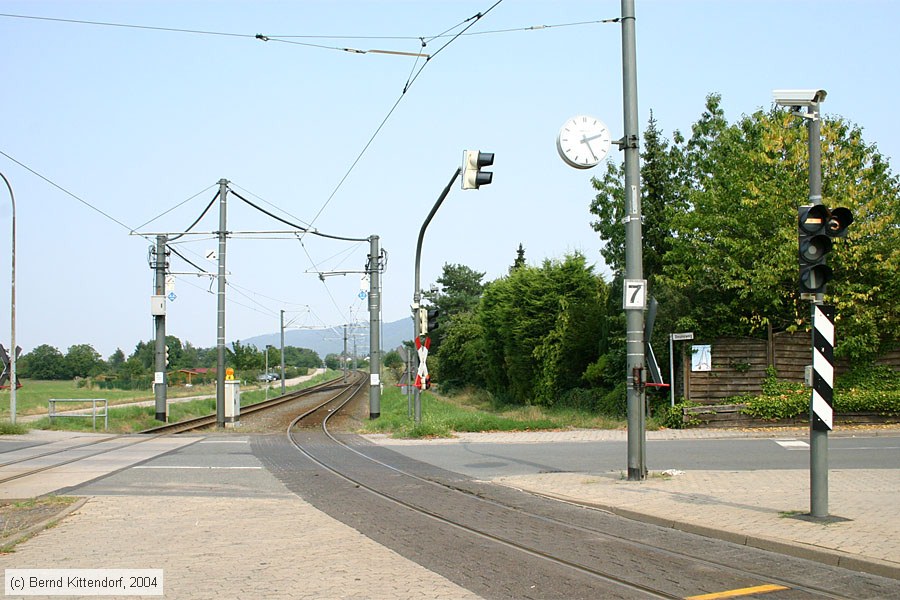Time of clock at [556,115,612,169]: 2:25
